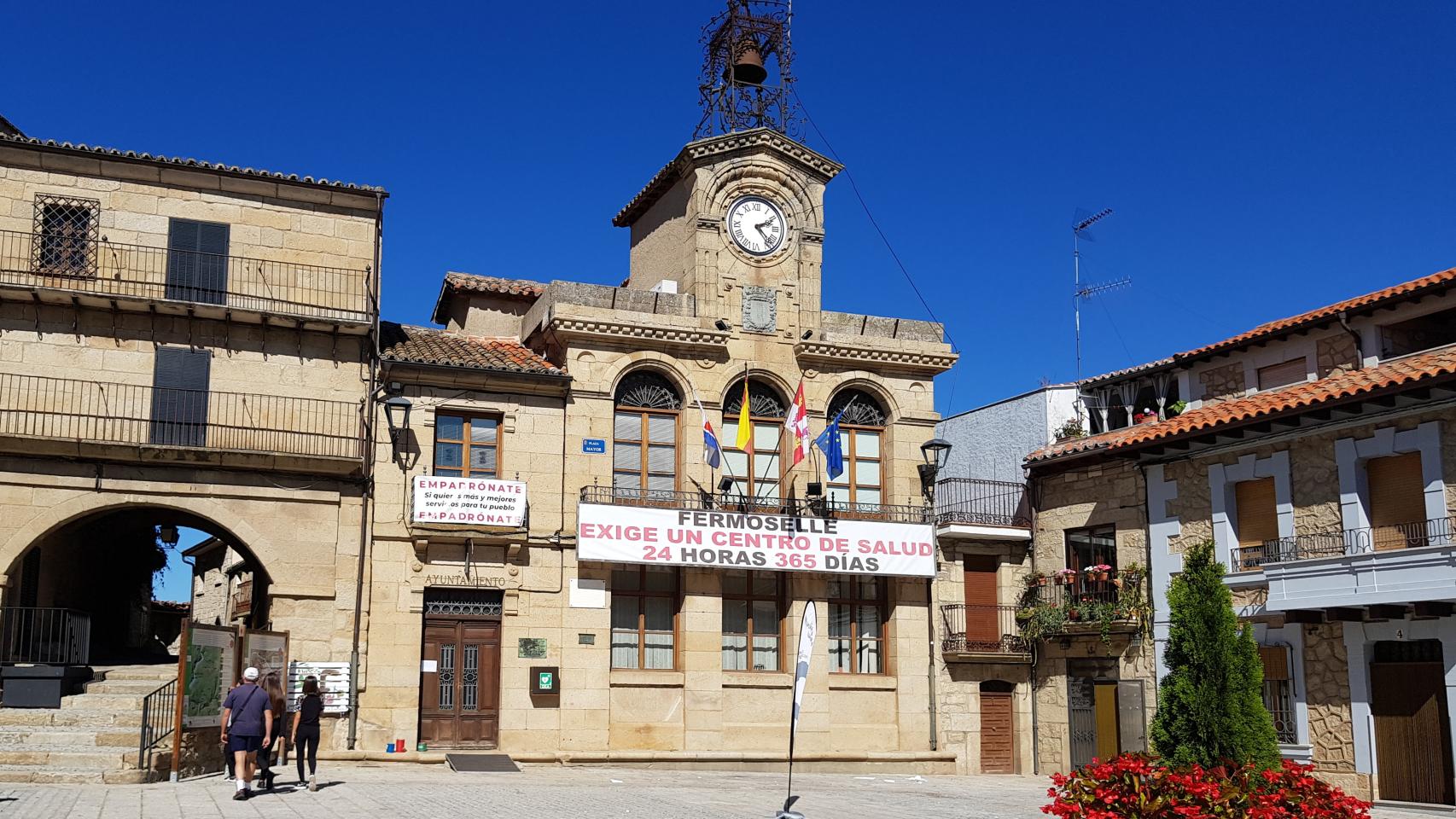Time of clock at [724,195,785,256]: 2:23
